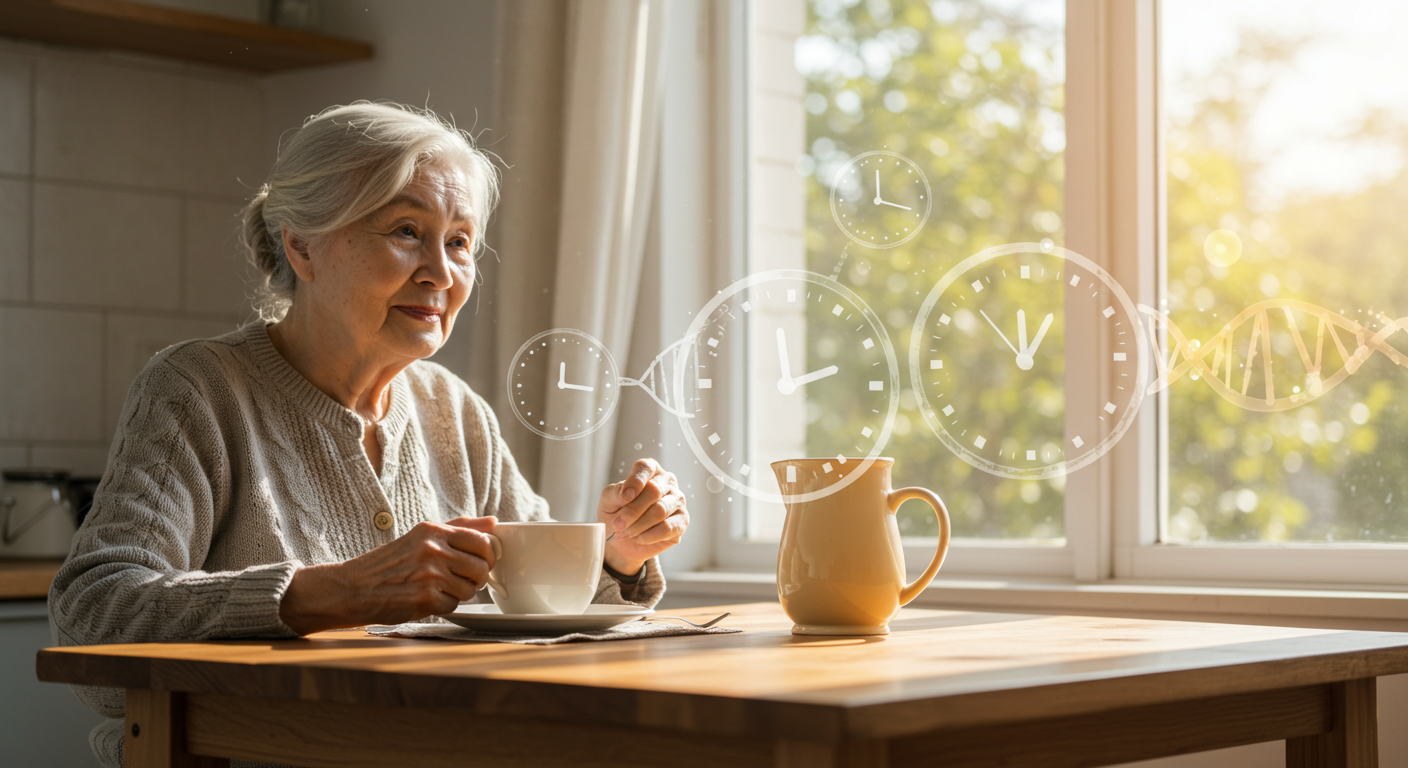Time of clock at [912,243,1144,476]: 12:05
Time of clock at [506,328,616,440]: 12:16
